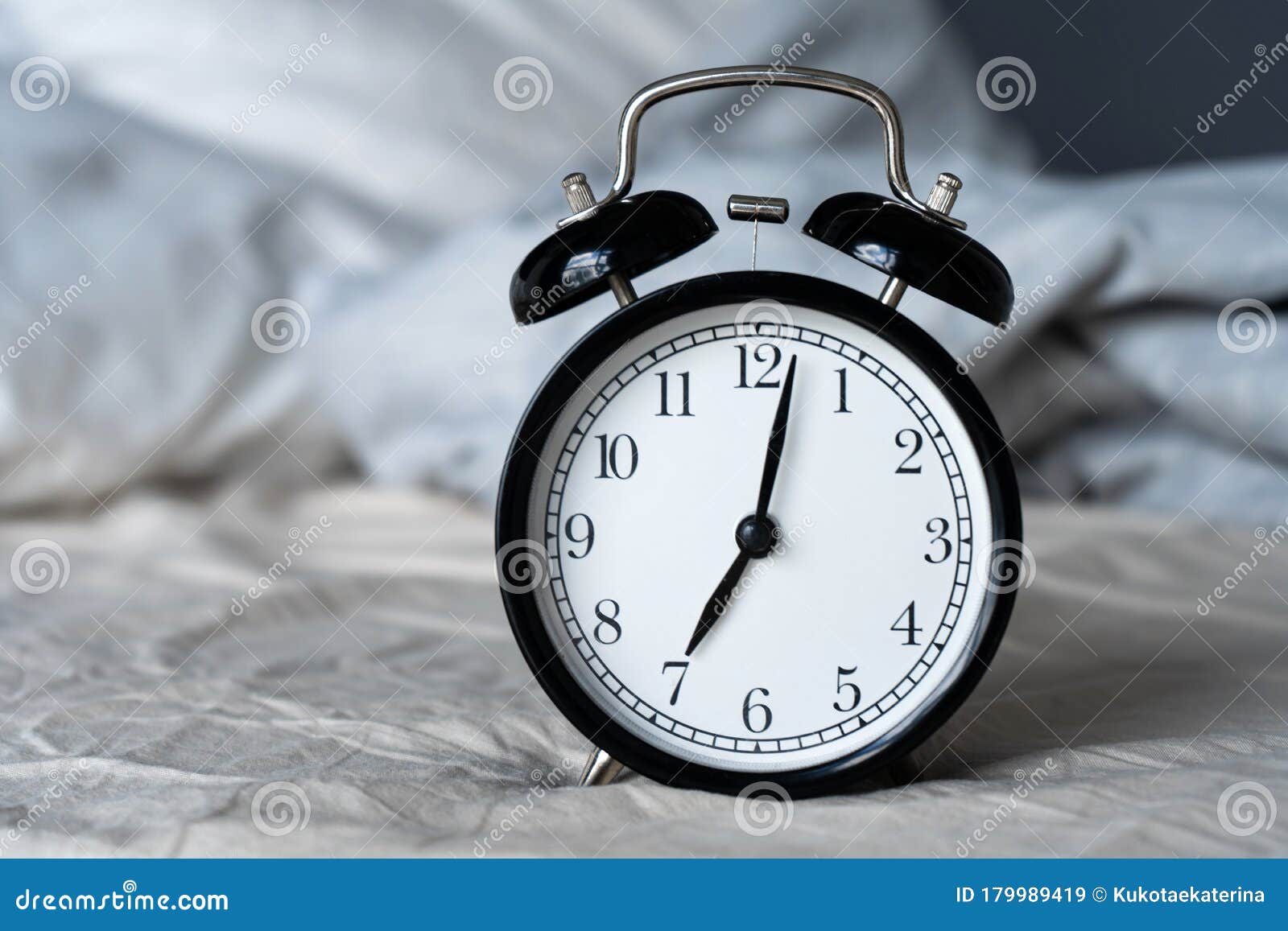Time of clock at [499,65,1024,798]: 7:02
